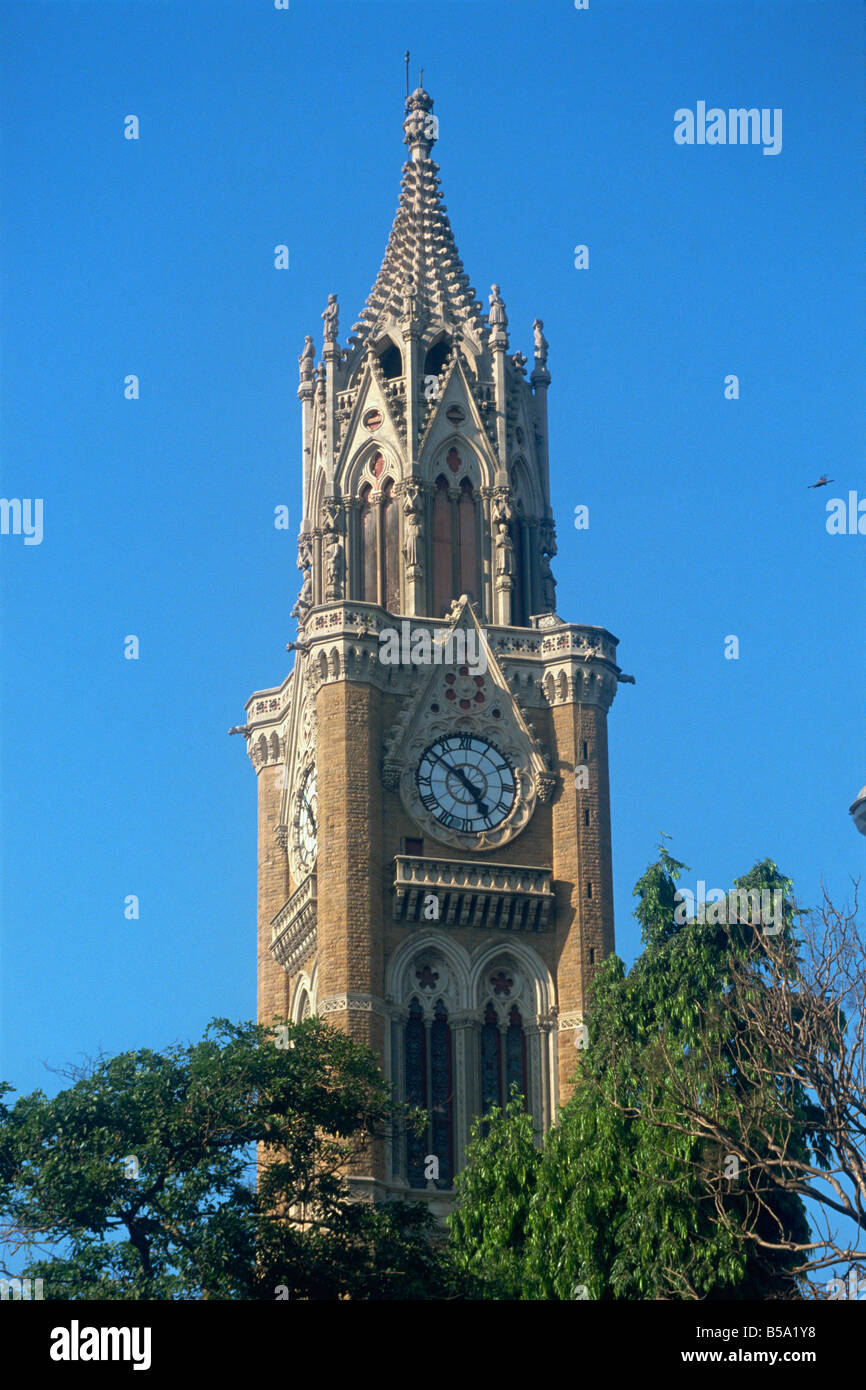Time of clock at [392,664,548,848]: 4:50
